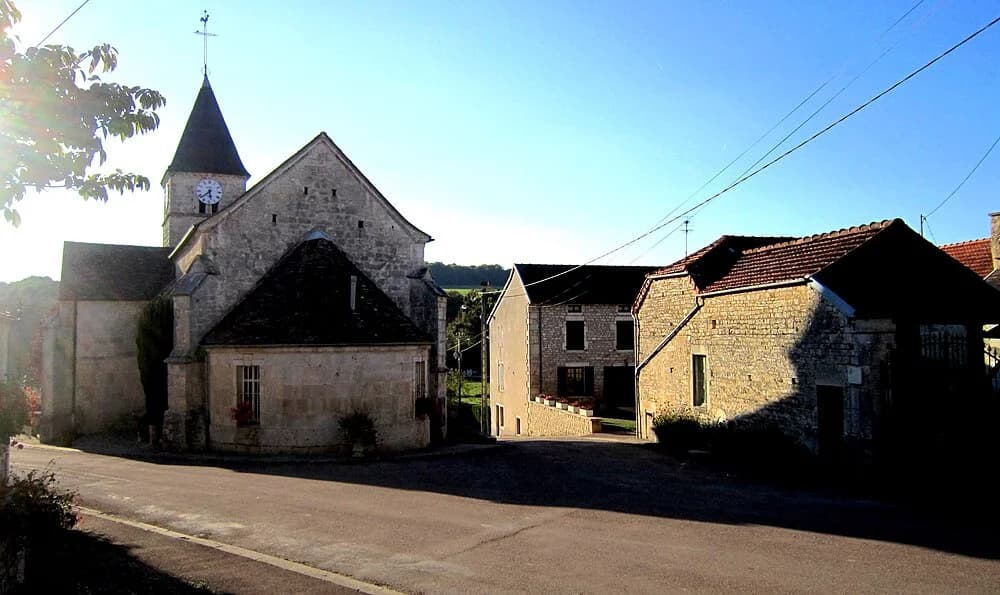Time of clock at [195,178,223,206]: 5:38
